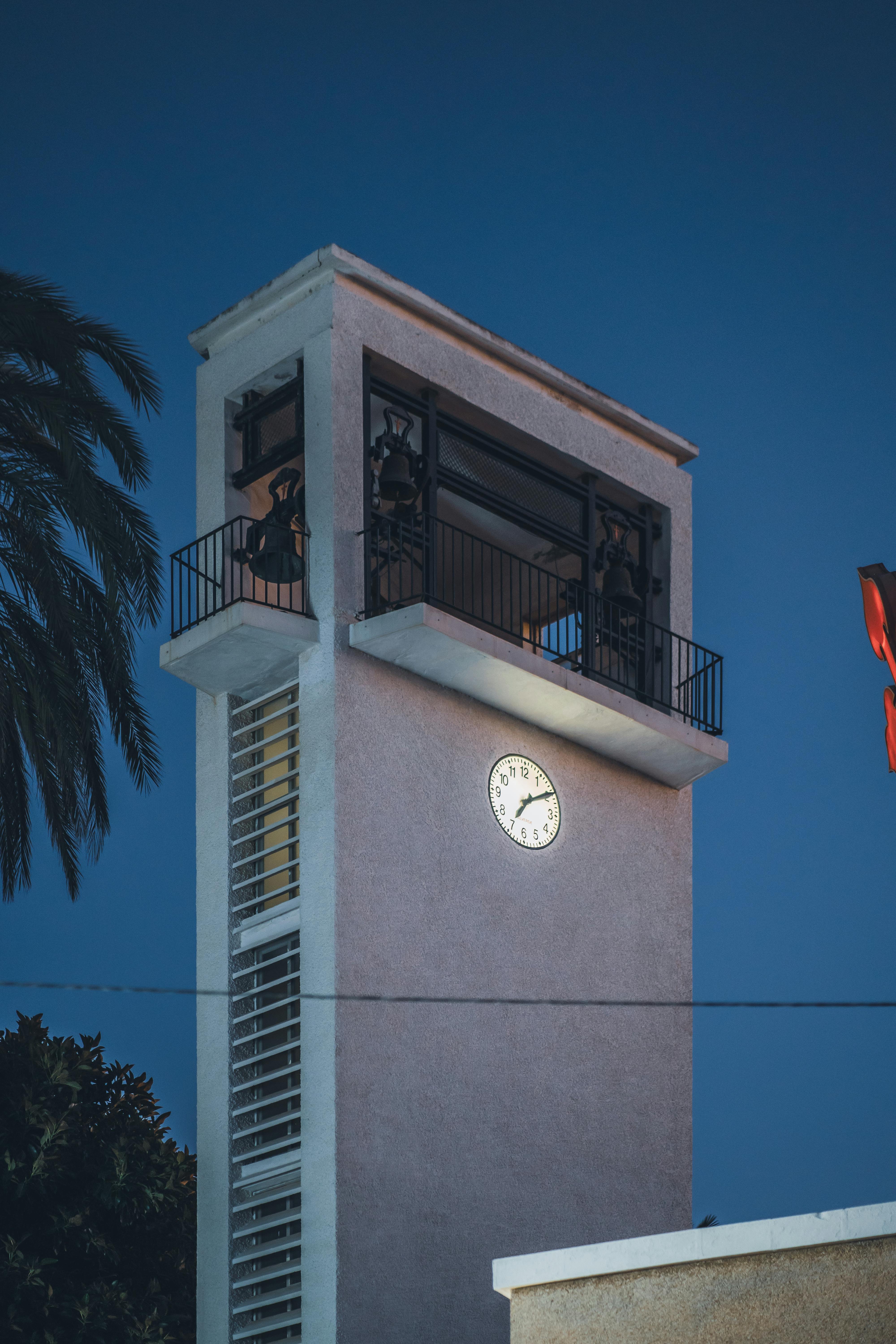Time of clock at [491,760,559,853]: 7:09
